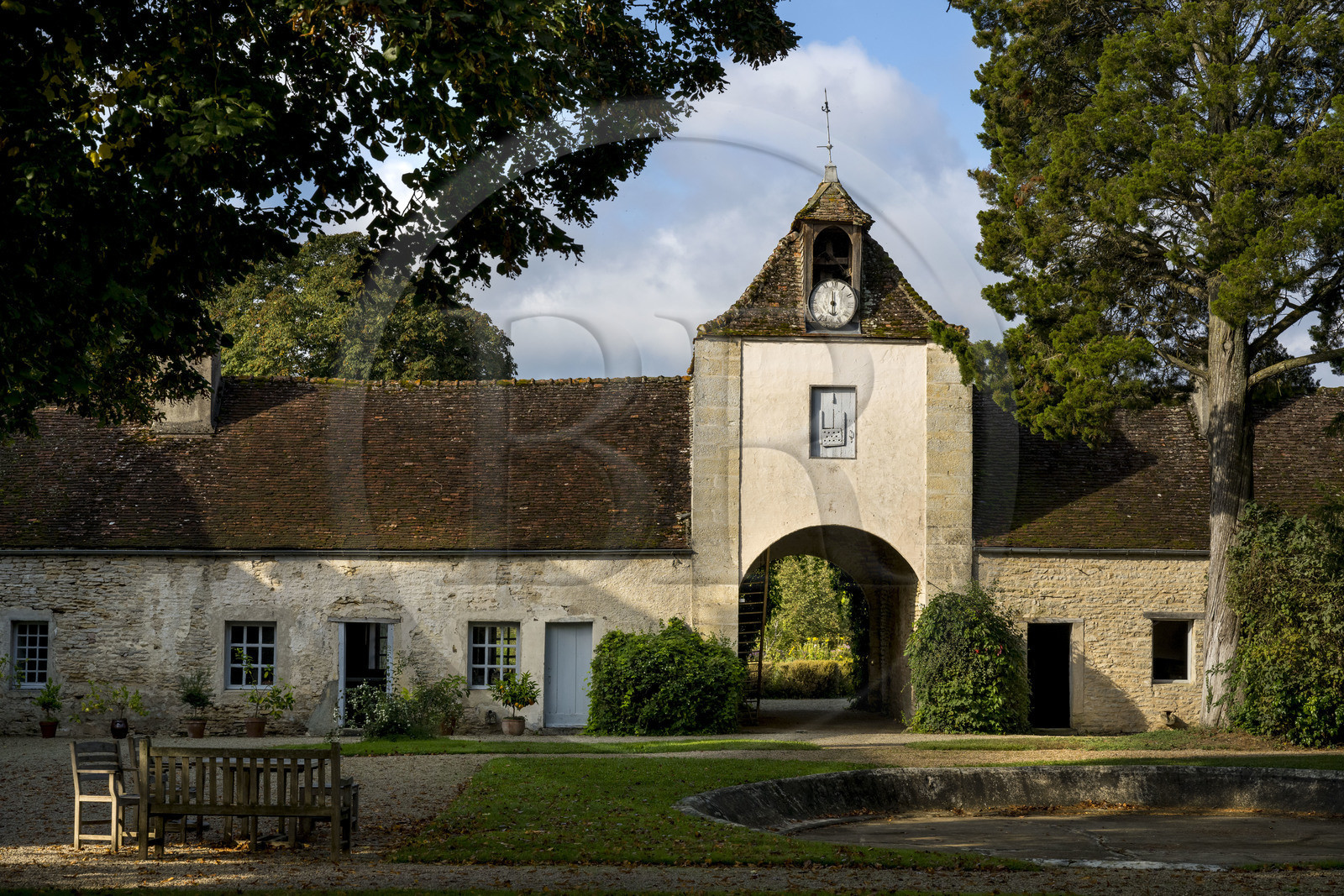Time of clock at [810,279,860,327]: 5:59
